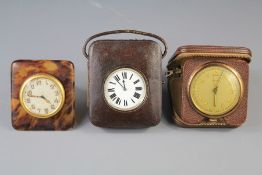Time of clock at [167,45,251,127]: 6:03
